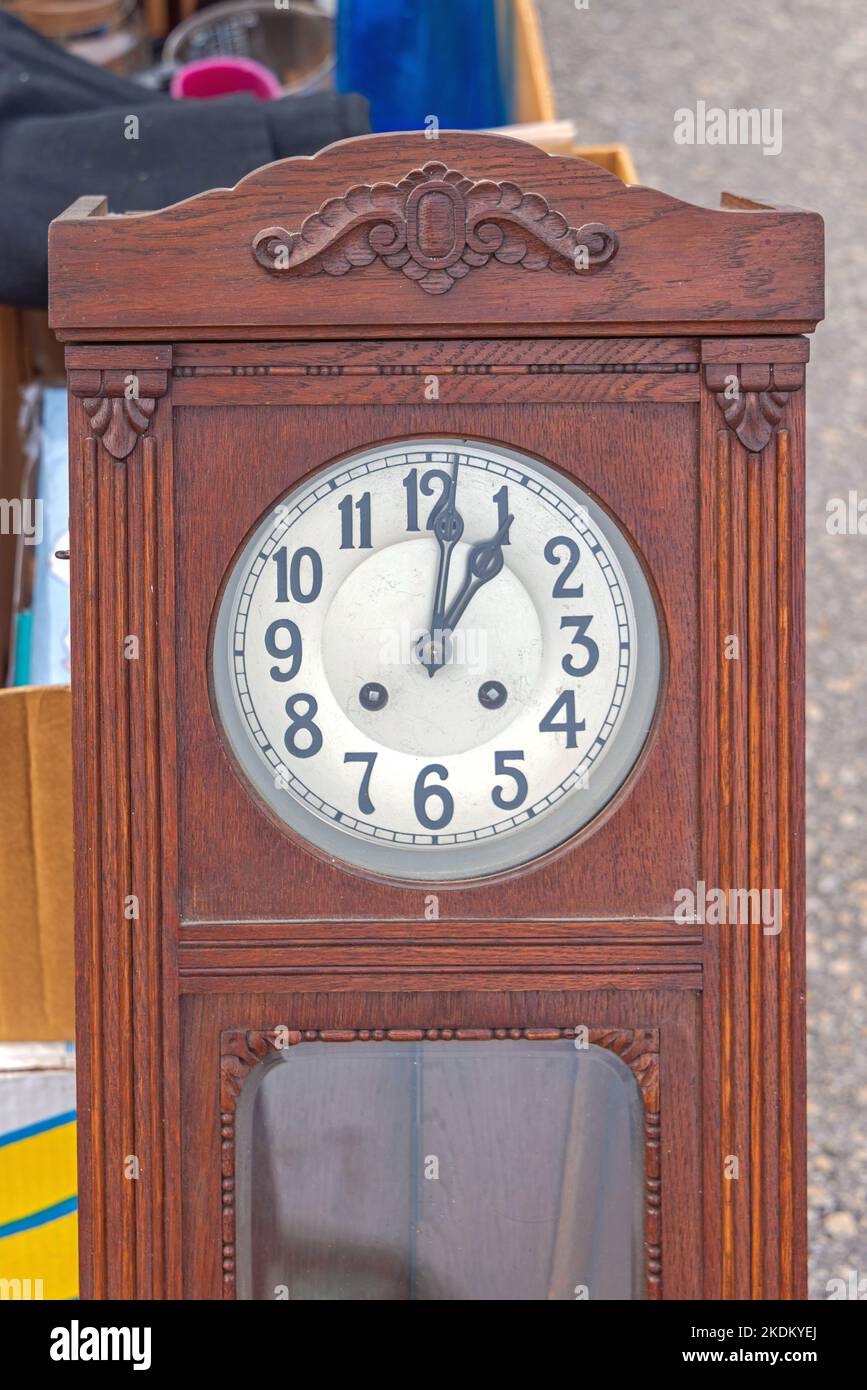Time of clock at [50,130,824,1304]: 1:01
